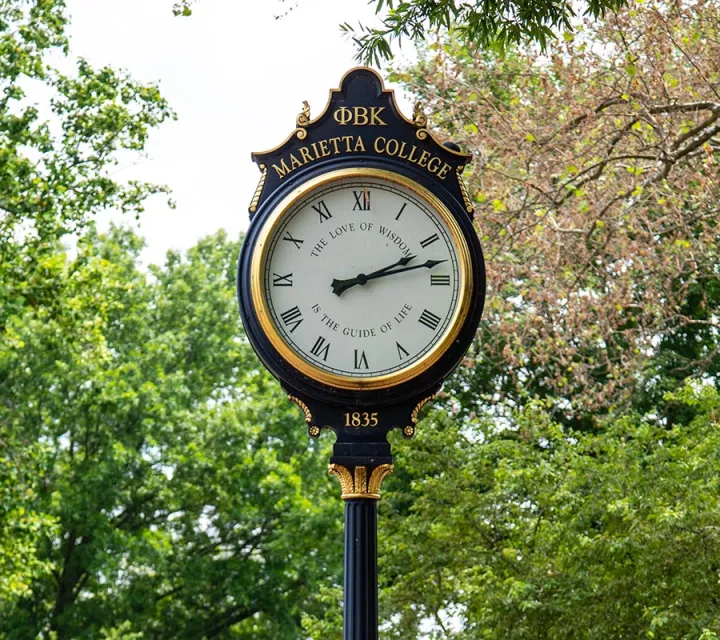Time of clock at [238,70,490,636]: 2:12
